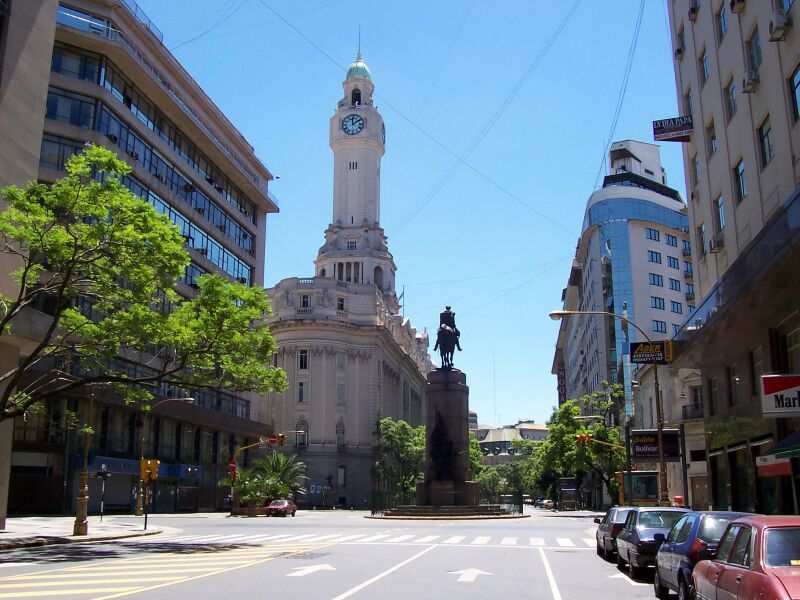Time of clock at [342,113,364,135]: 12:09
